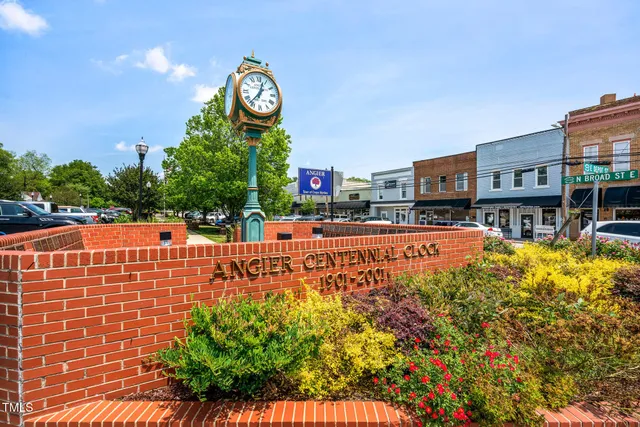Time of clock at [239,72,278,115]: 12:36
